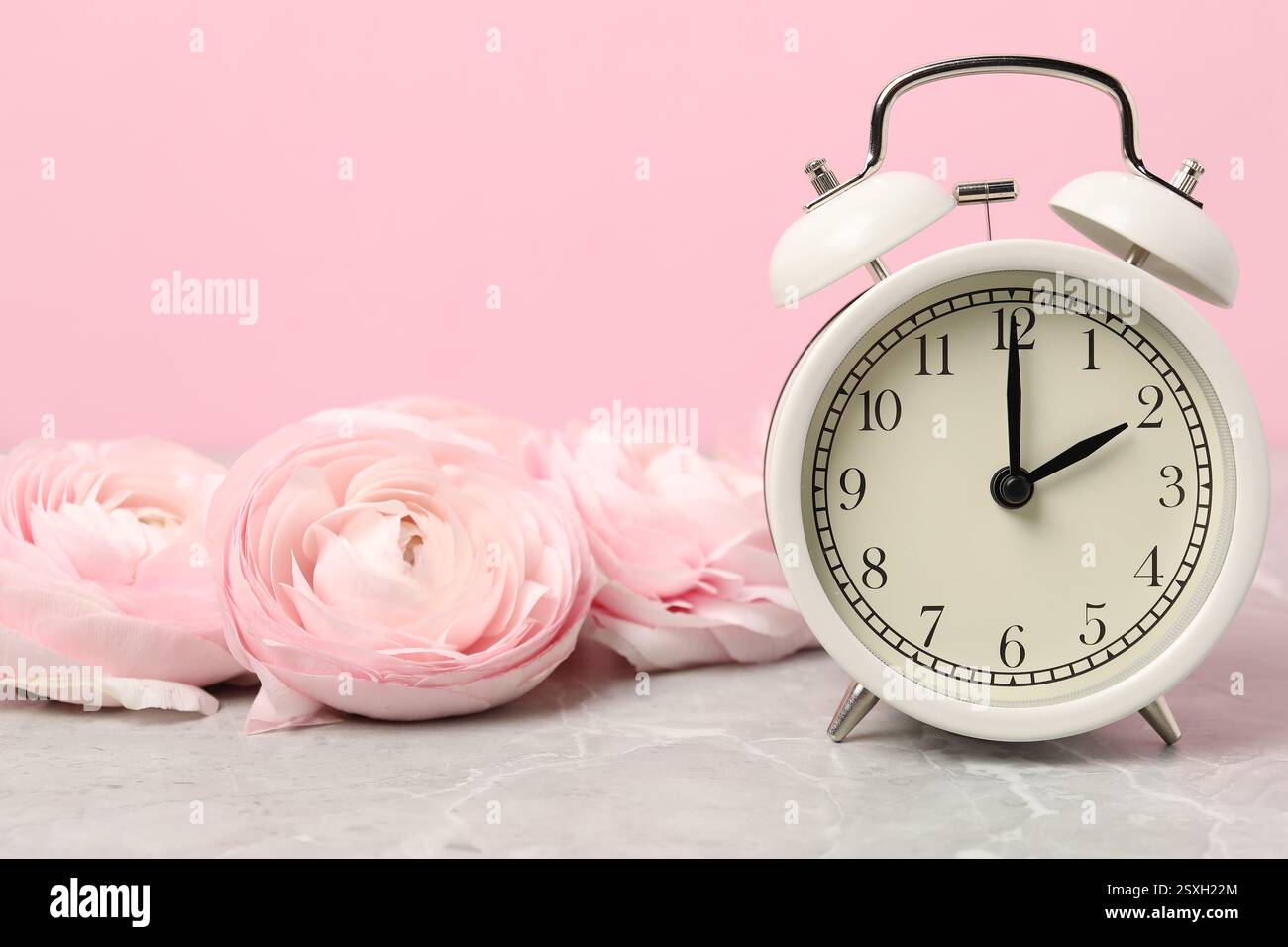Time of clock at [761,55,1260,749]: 2:00
